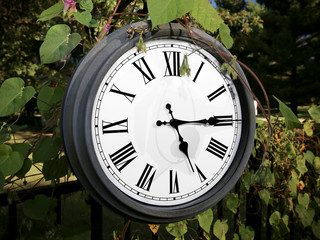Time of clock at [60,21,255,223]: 5:14
